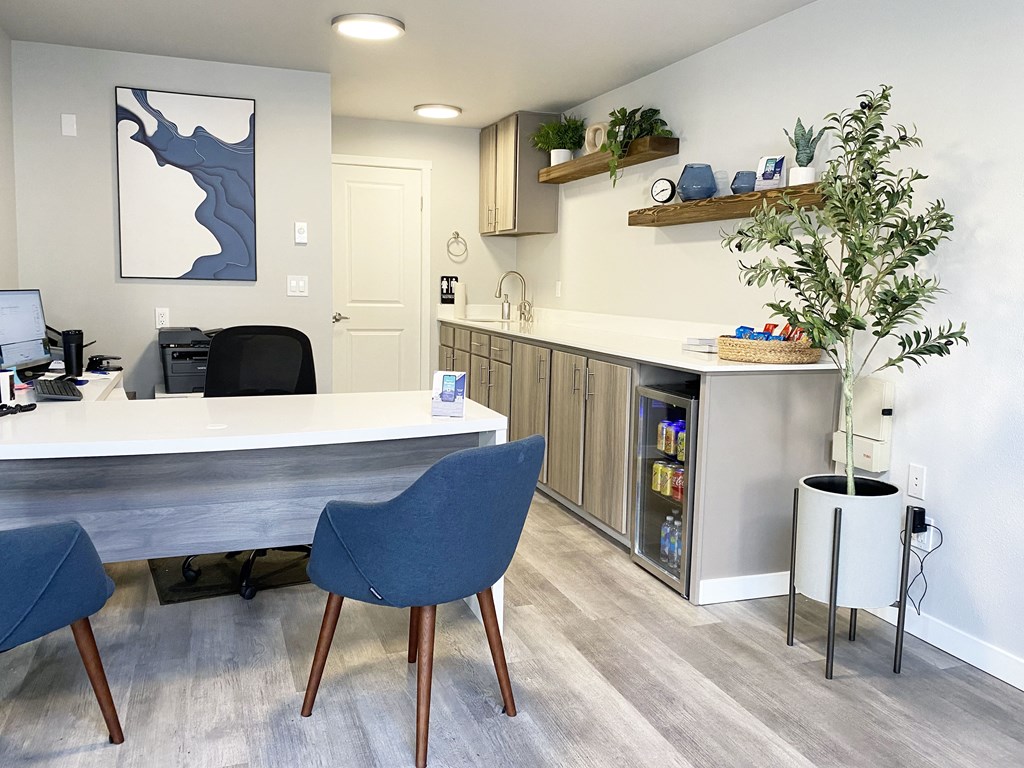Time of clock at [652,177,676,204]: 2:40
